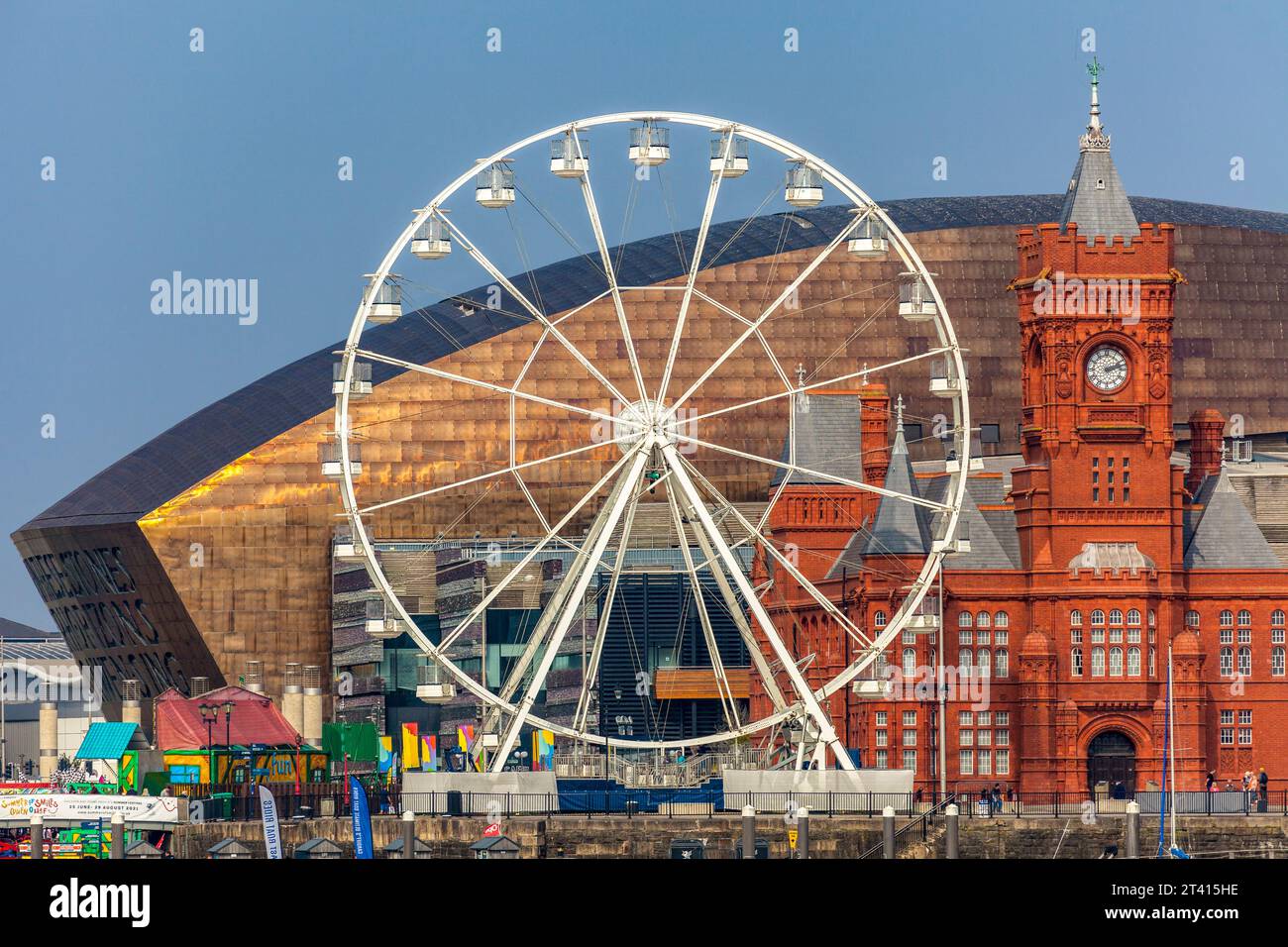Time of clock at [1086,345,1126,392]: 2:12
